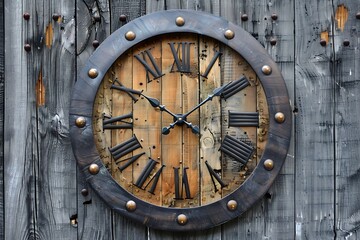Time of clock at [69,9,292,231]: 1:50
